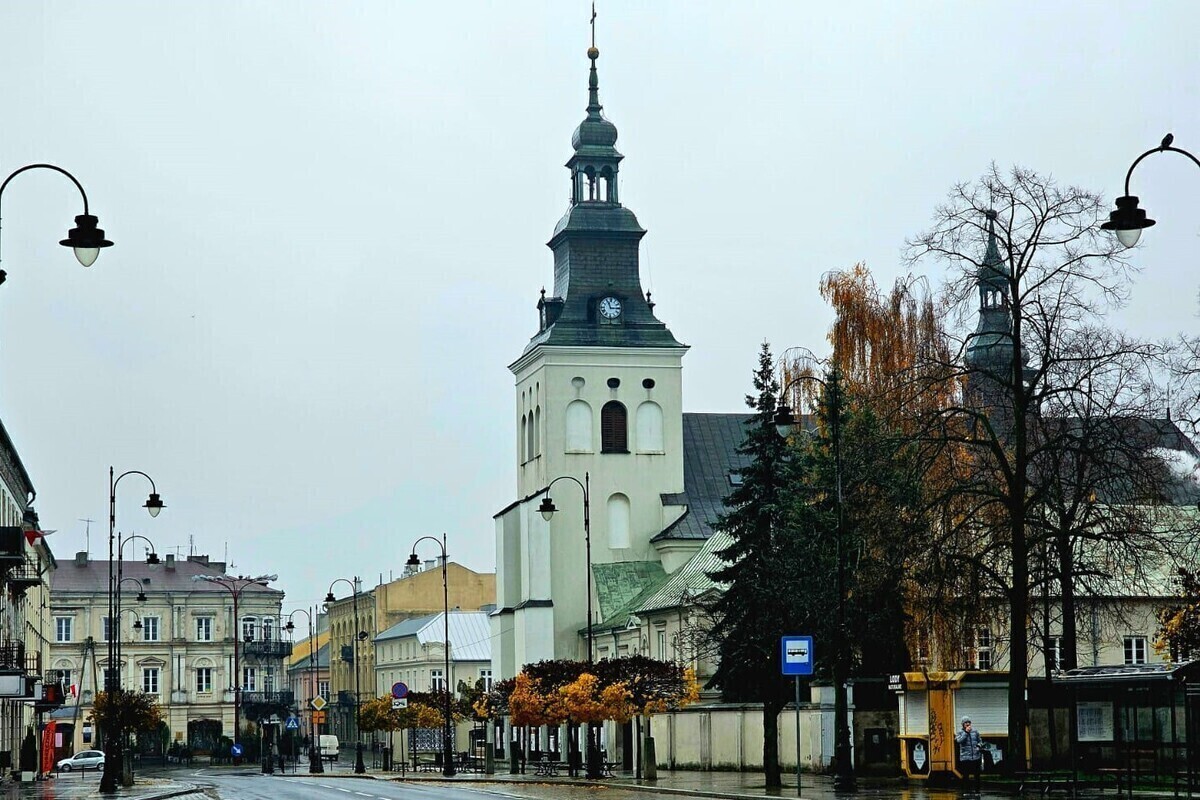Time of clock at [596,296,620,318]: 11:14
